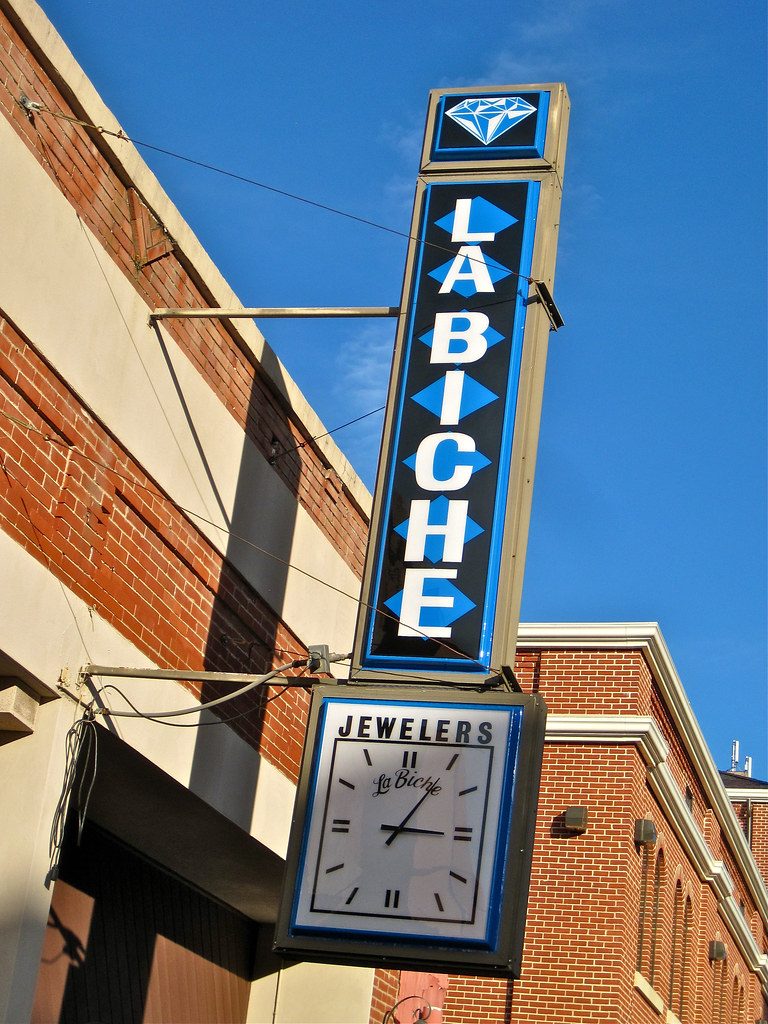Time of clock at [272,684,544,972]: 1:15
